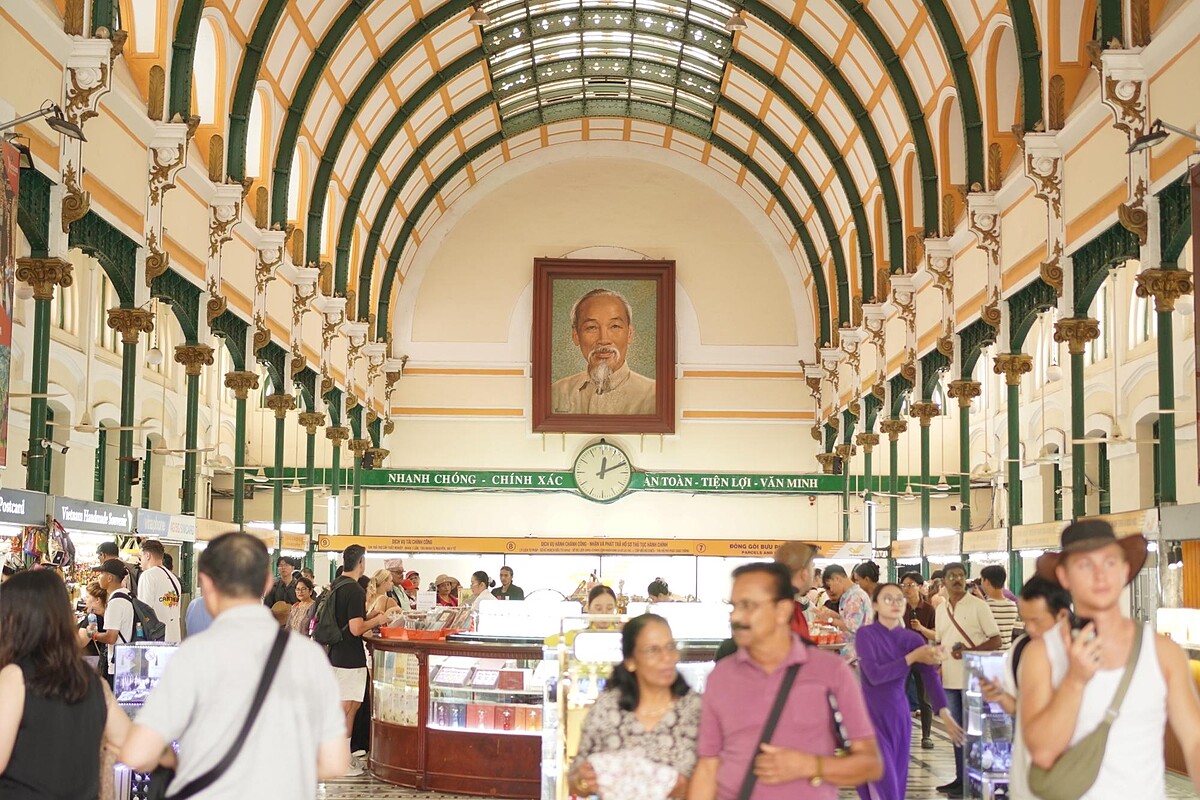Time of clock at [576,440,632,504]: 12:11
